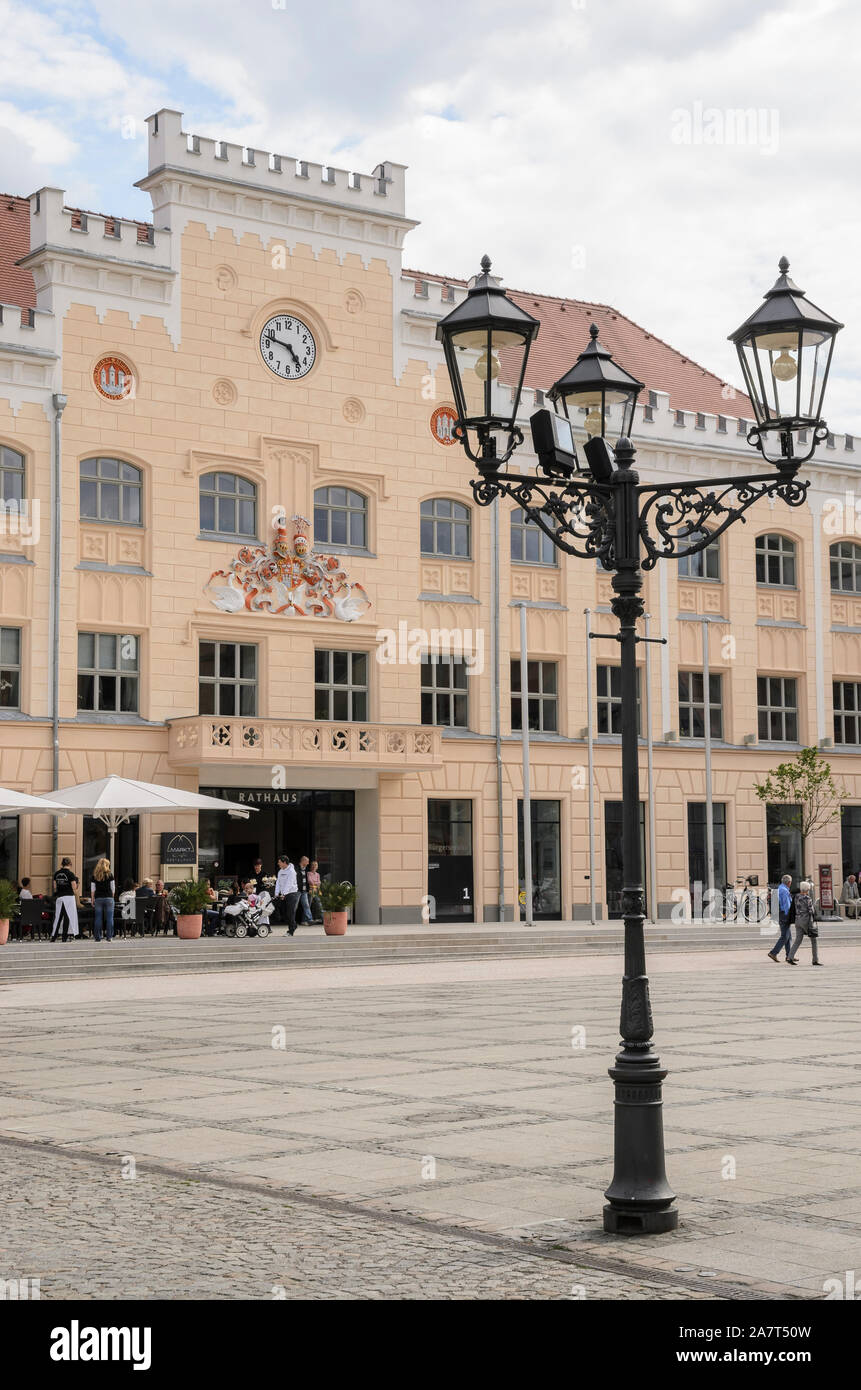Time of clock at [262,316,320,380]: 4:47
